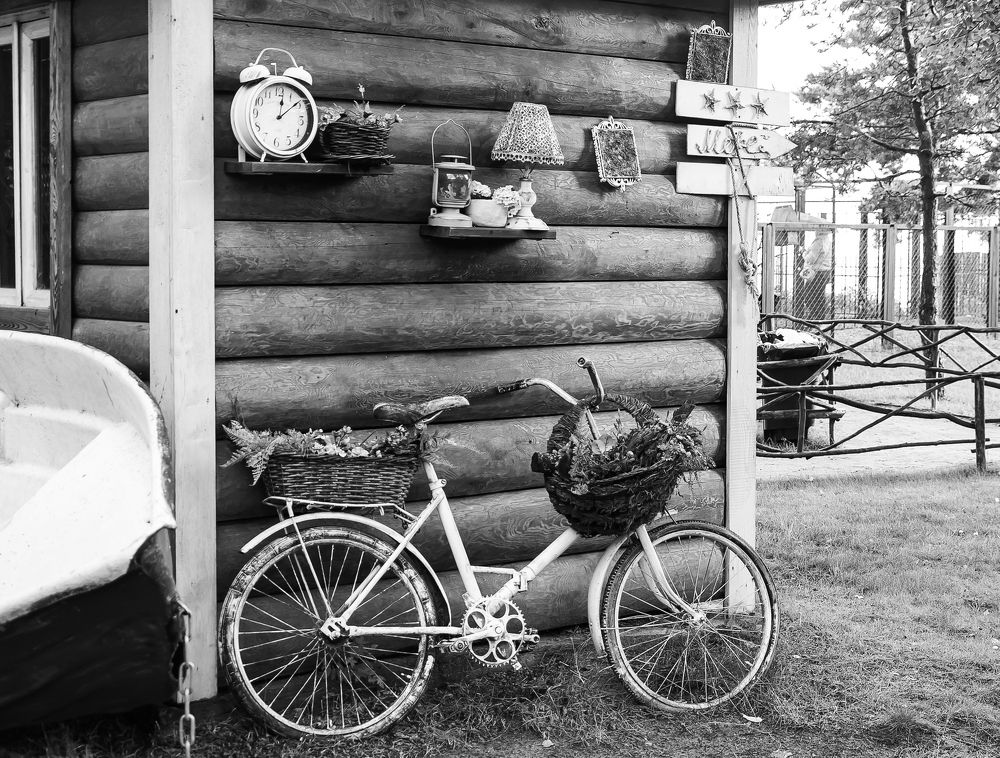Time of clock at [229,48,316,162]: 12:08
